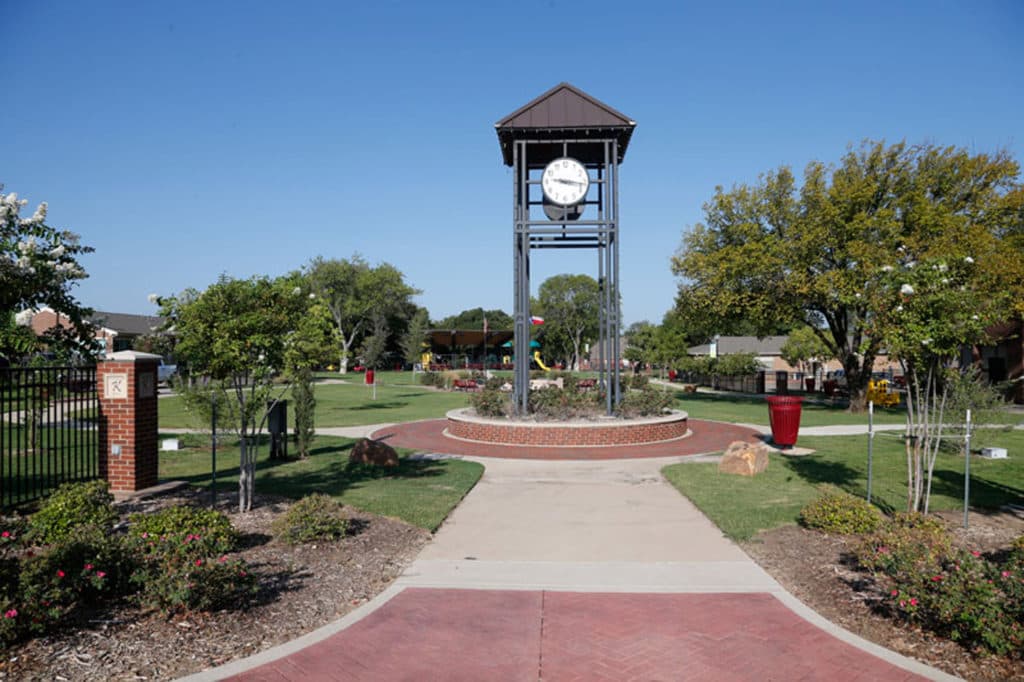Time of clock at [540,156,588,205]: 9:16
